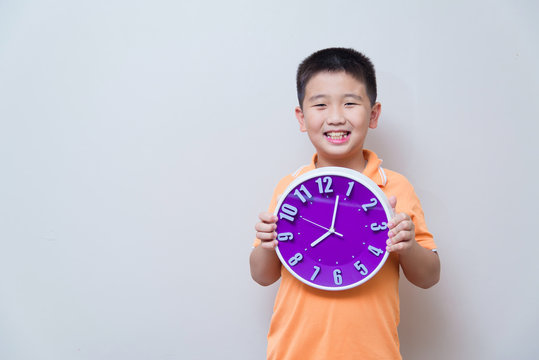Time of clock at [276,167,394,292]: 8:02
